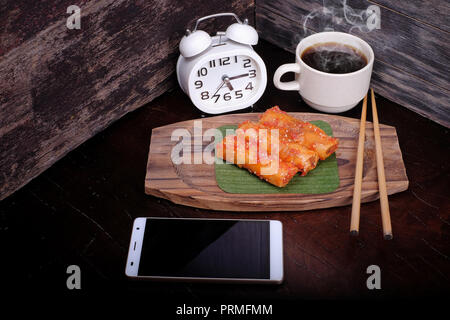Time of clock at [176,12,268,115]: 5:14
